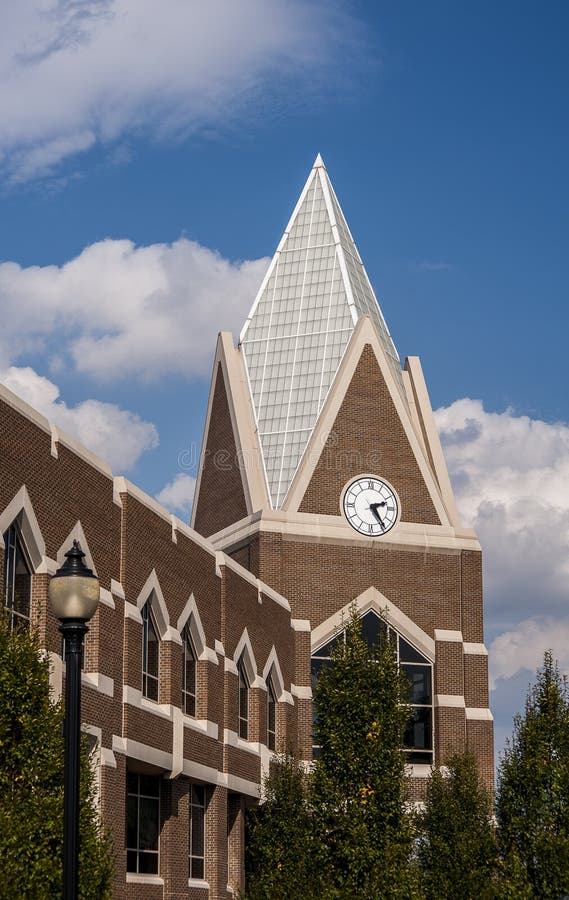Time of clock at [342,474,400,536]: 2:24
